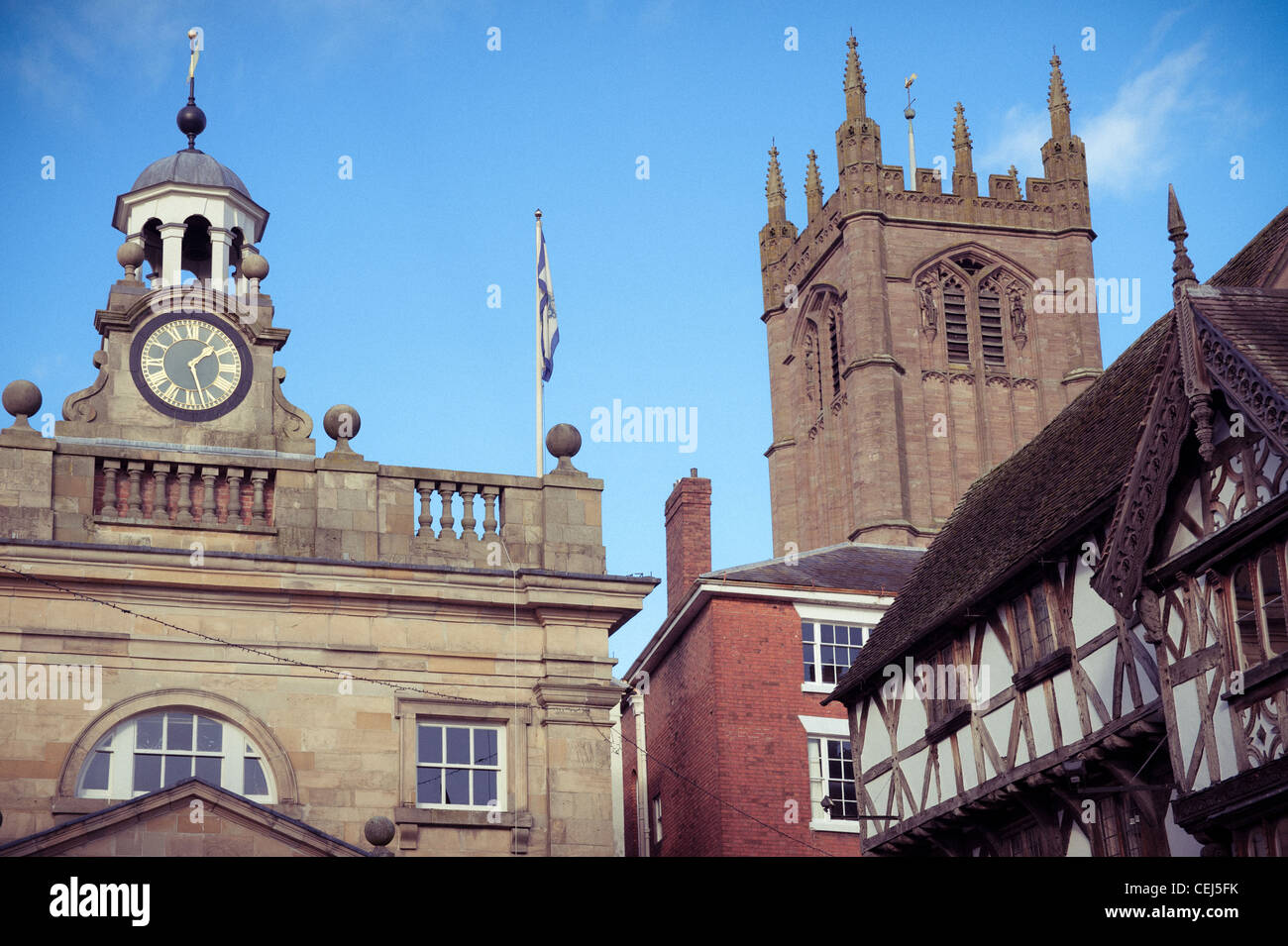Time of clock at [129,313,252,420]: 1:27
